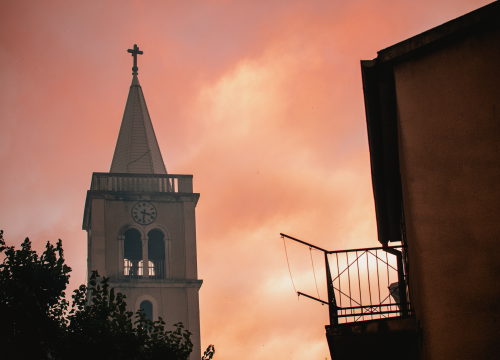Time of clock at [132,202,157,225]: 3:31
